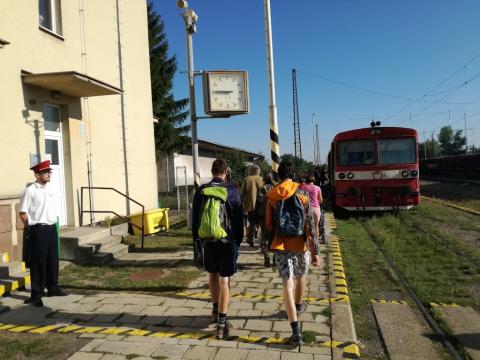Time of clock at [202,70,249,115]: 8:45
